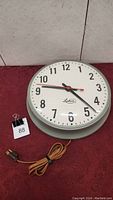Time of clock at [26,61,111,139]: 9:22
